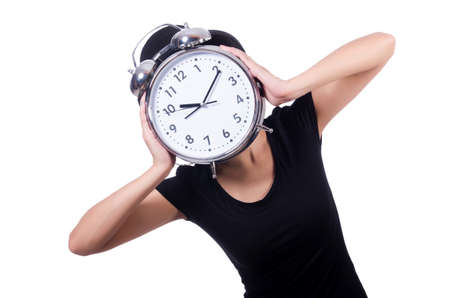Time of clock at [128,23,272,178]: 9:06
